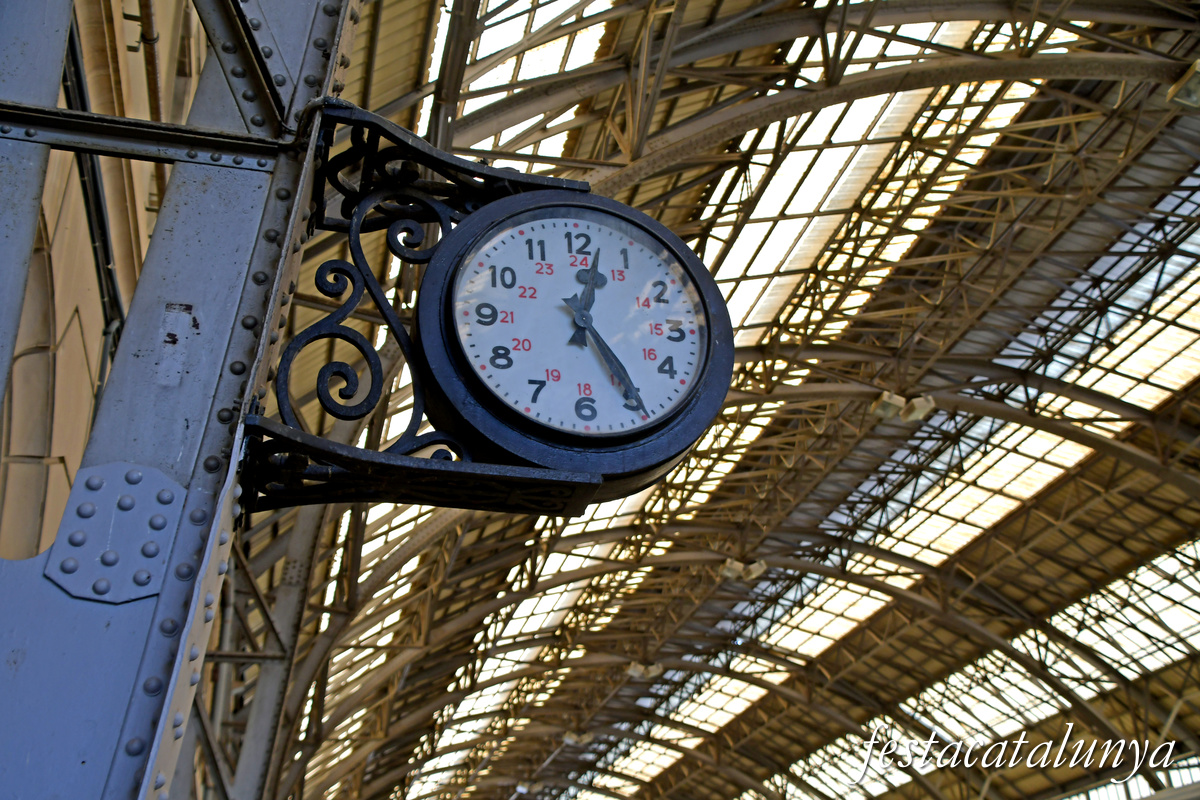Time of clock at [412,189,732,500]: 12:24
